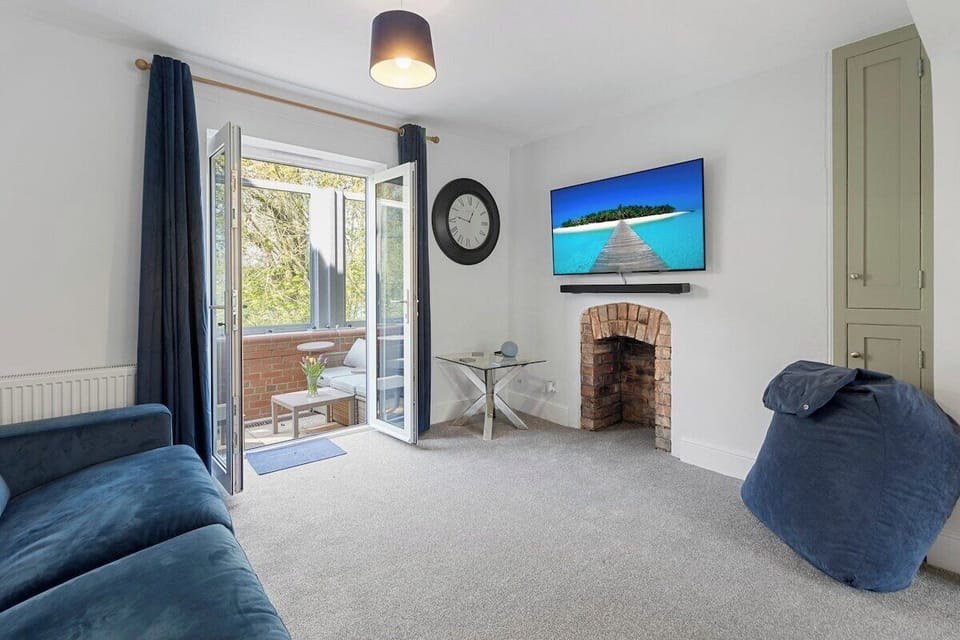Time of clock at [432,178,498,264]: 12:47
